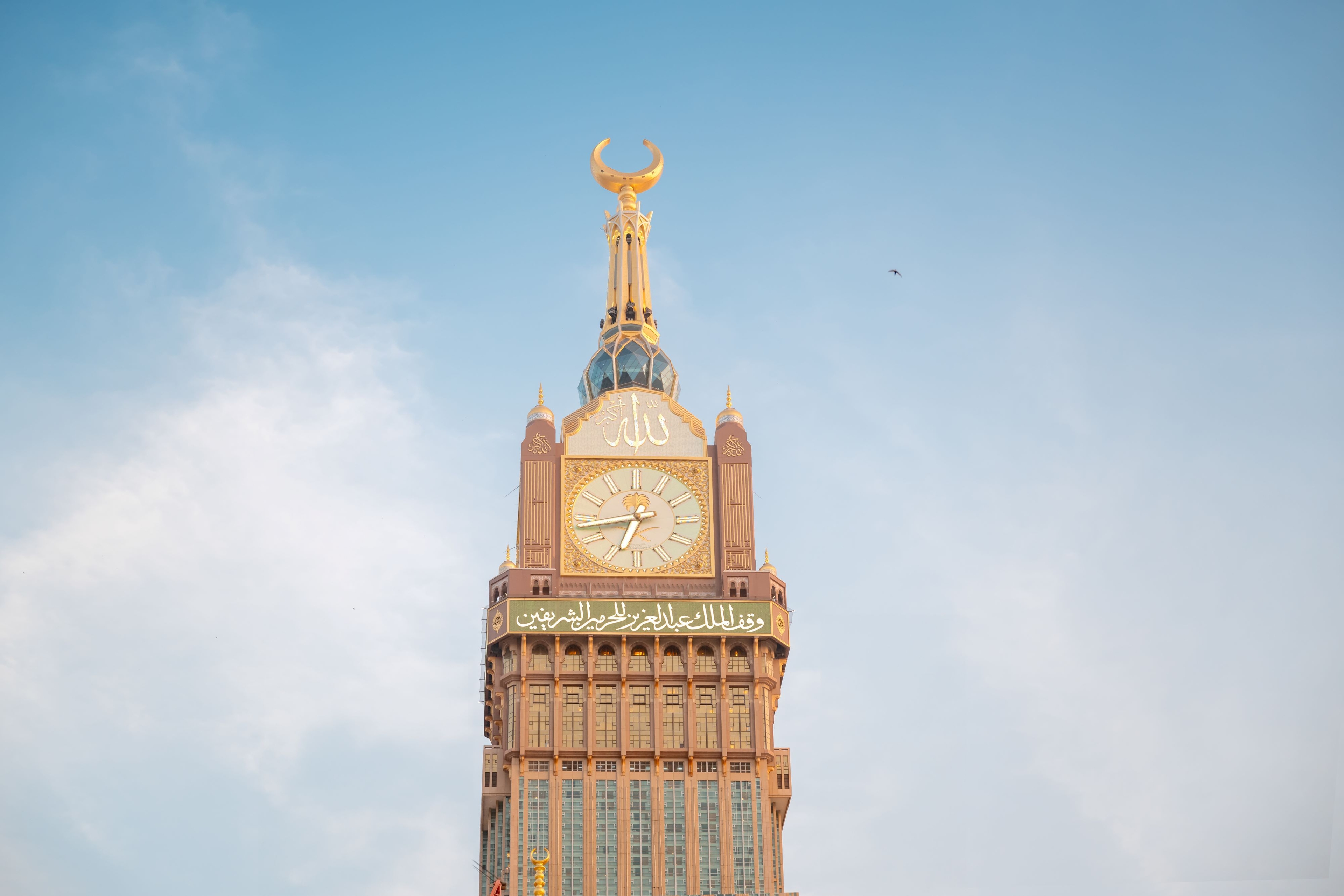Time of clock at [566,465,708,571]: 6:43
